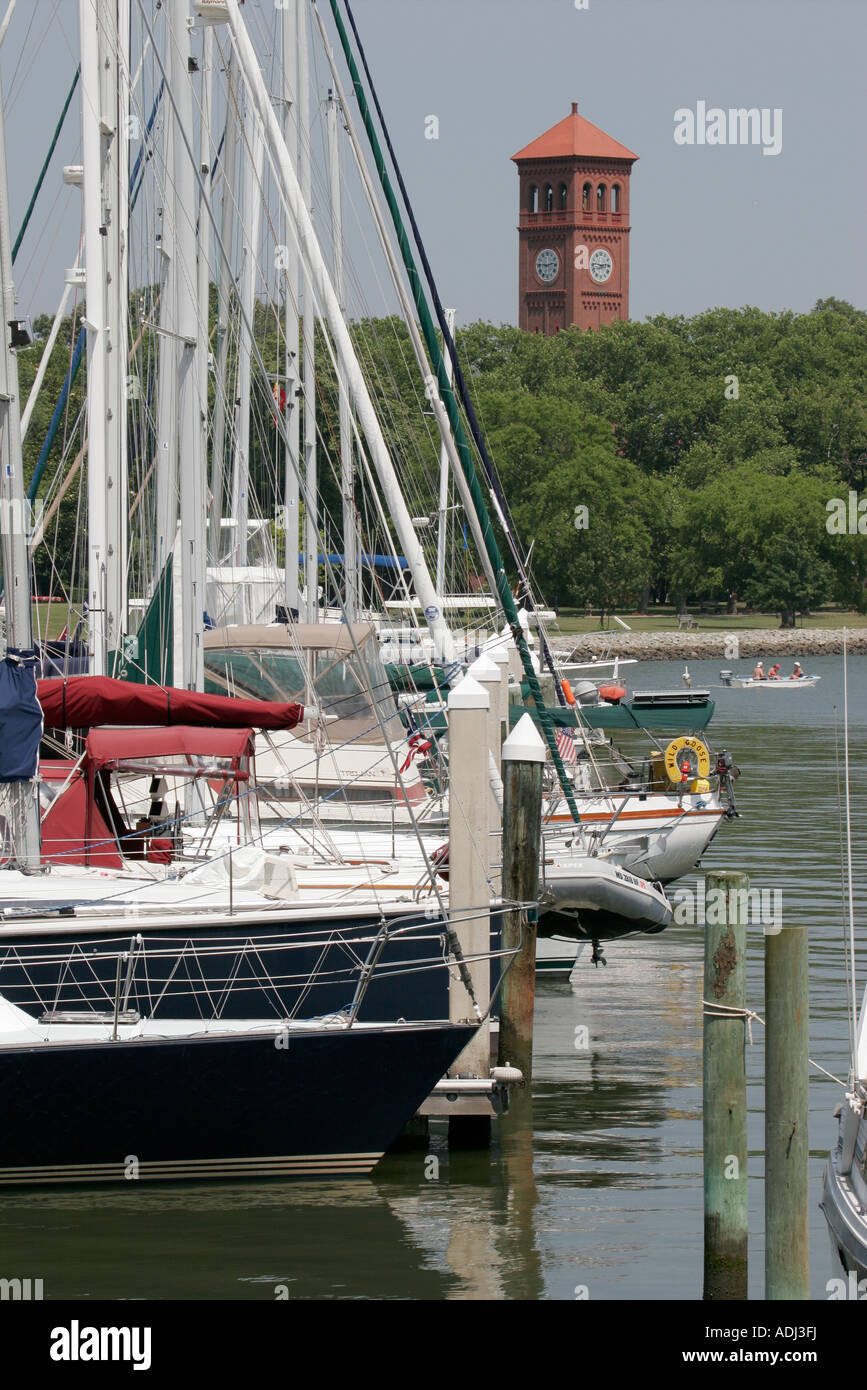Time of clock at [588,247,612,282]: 2:46
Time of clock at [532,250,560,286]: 9:12
